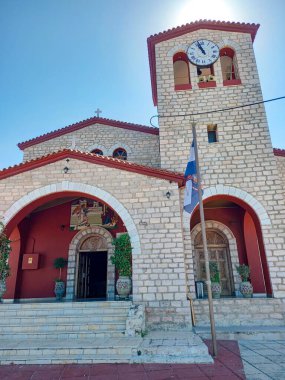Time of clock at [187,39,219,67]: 10:56
